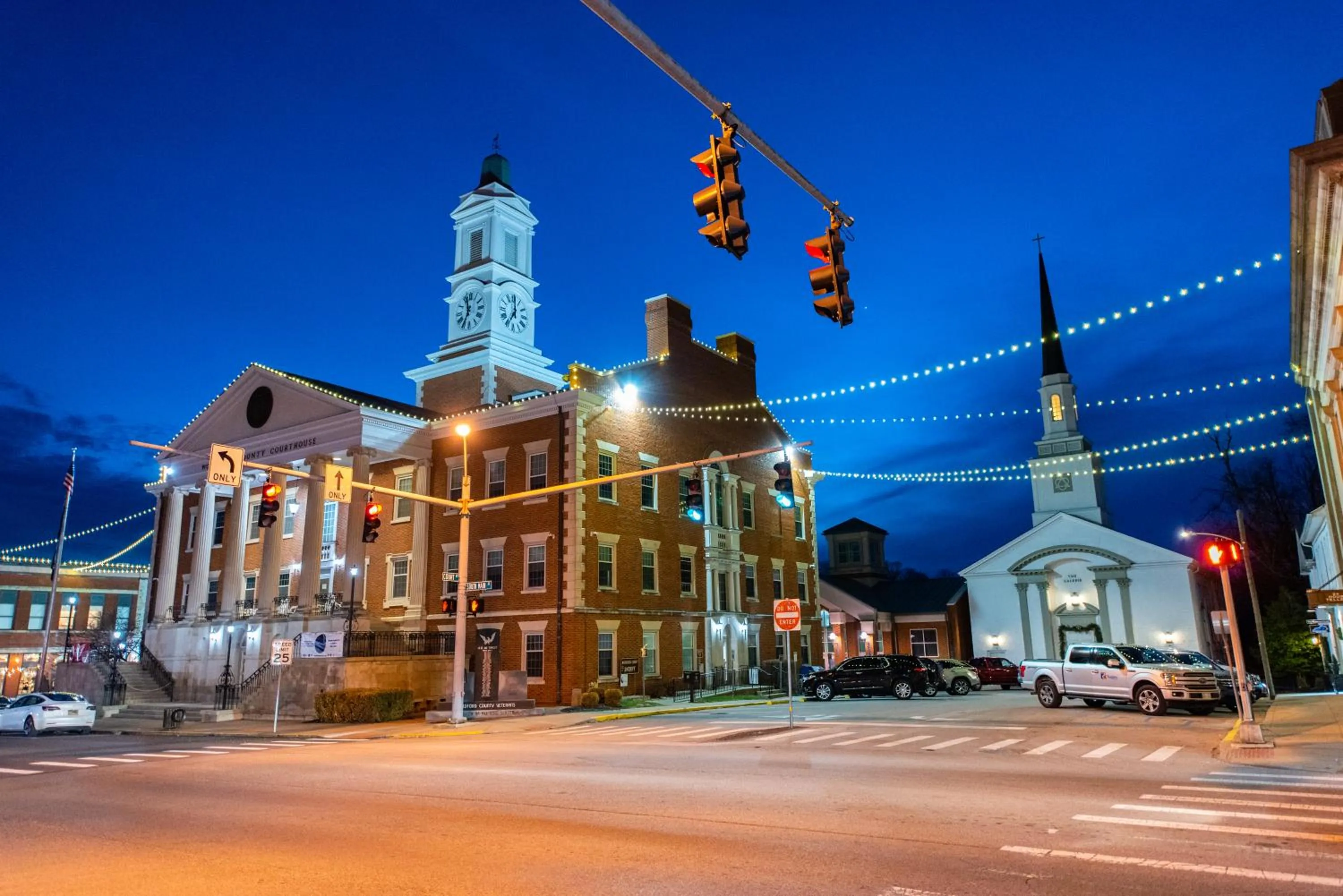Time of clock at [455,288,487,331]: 11:35
